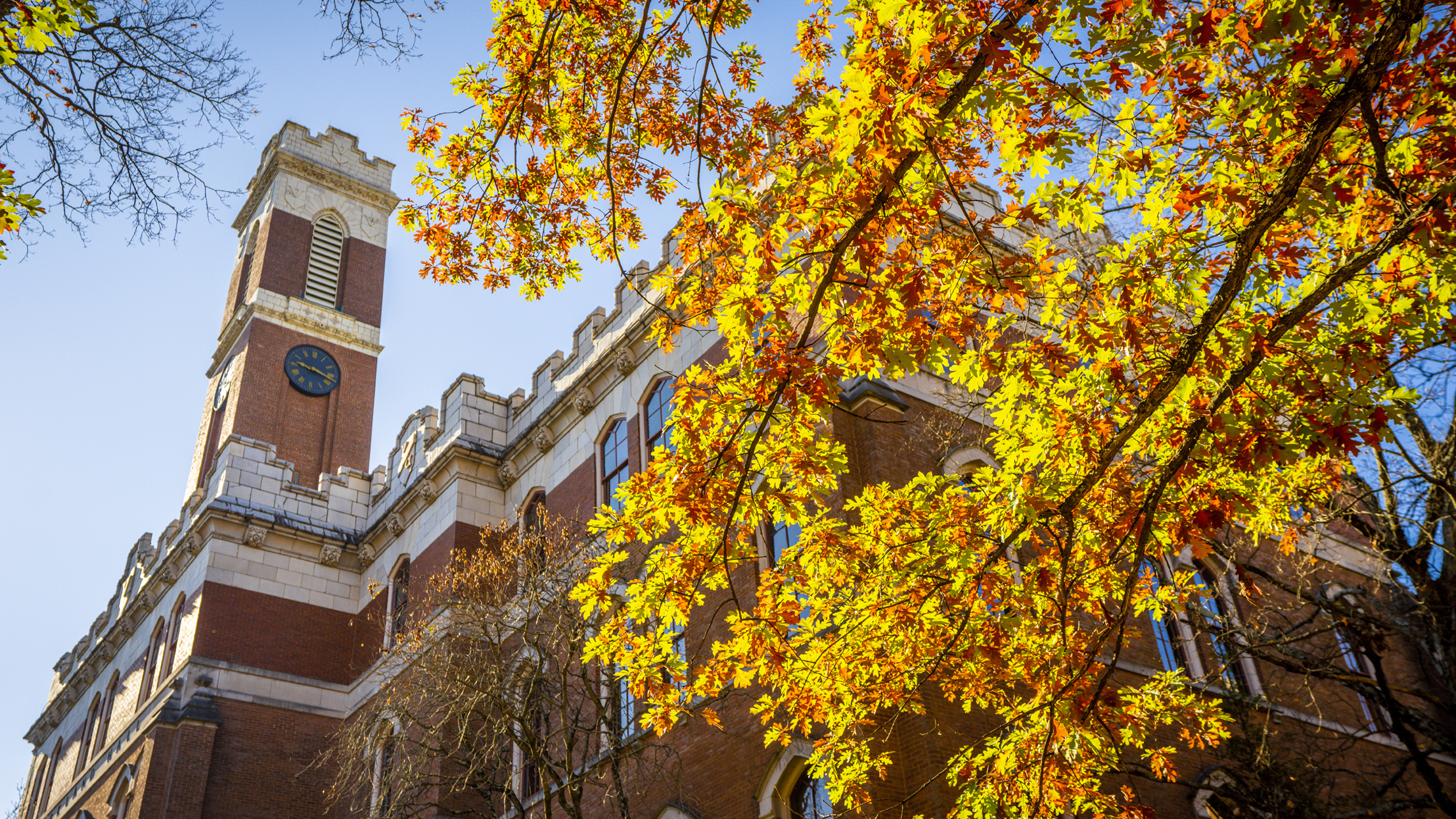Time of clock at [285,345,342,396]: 9:17
